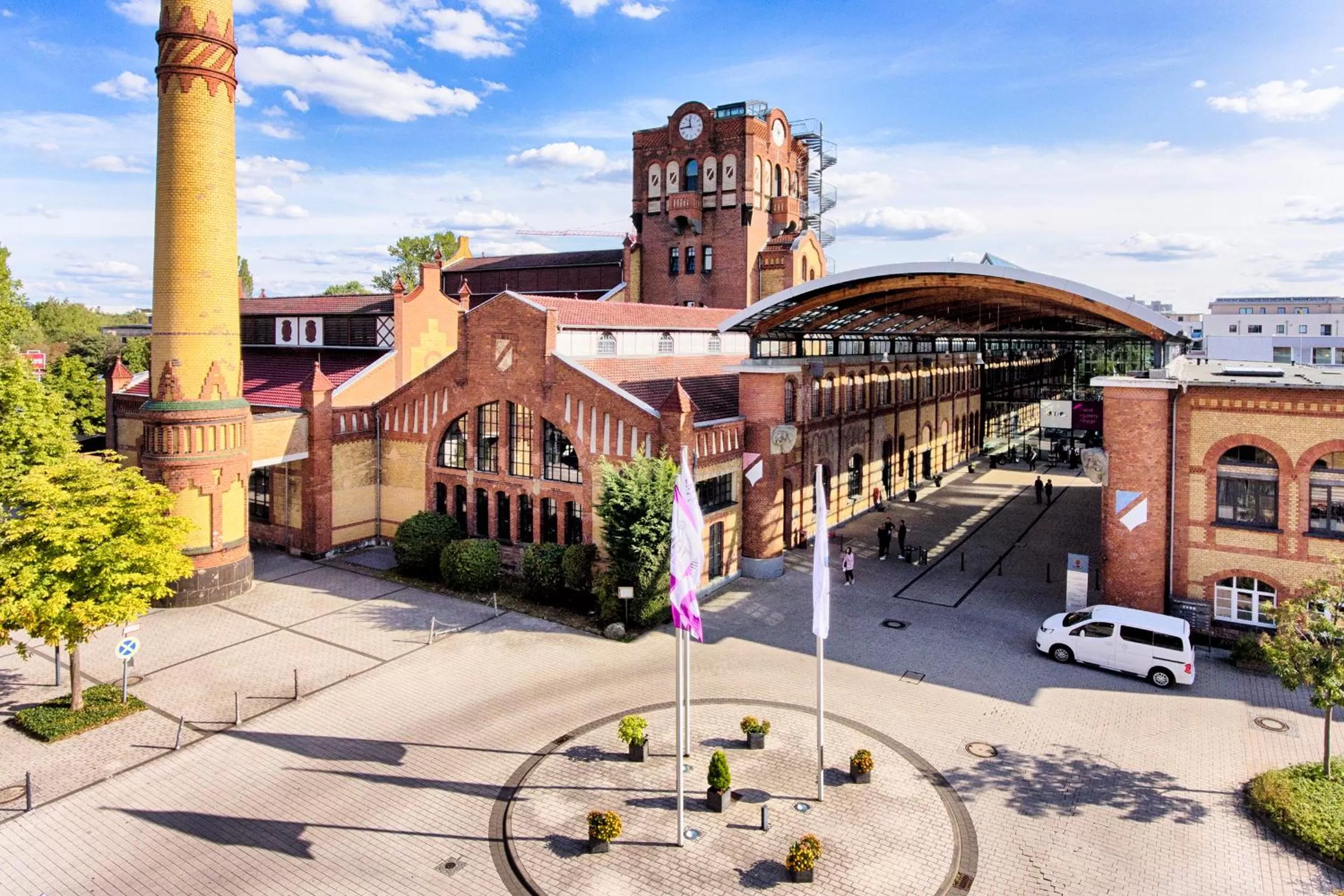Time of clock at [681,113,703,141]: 11:44
